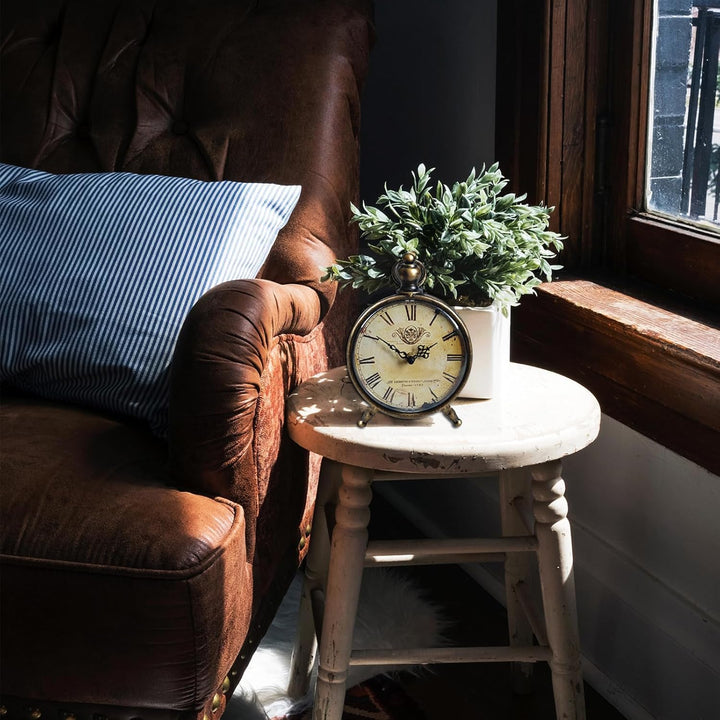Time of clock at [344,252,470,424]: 1:50
